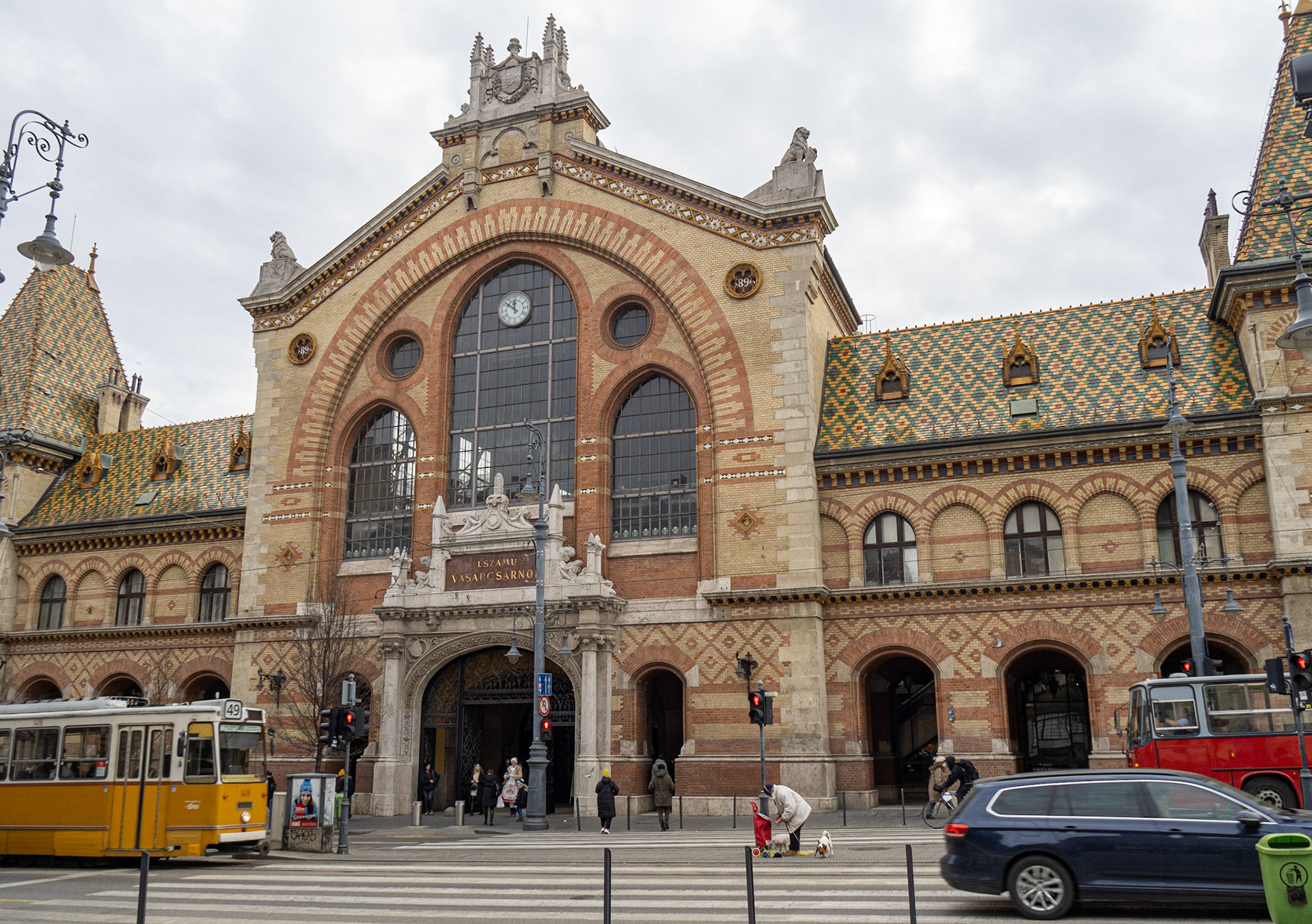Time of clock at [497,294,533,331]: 11:51
